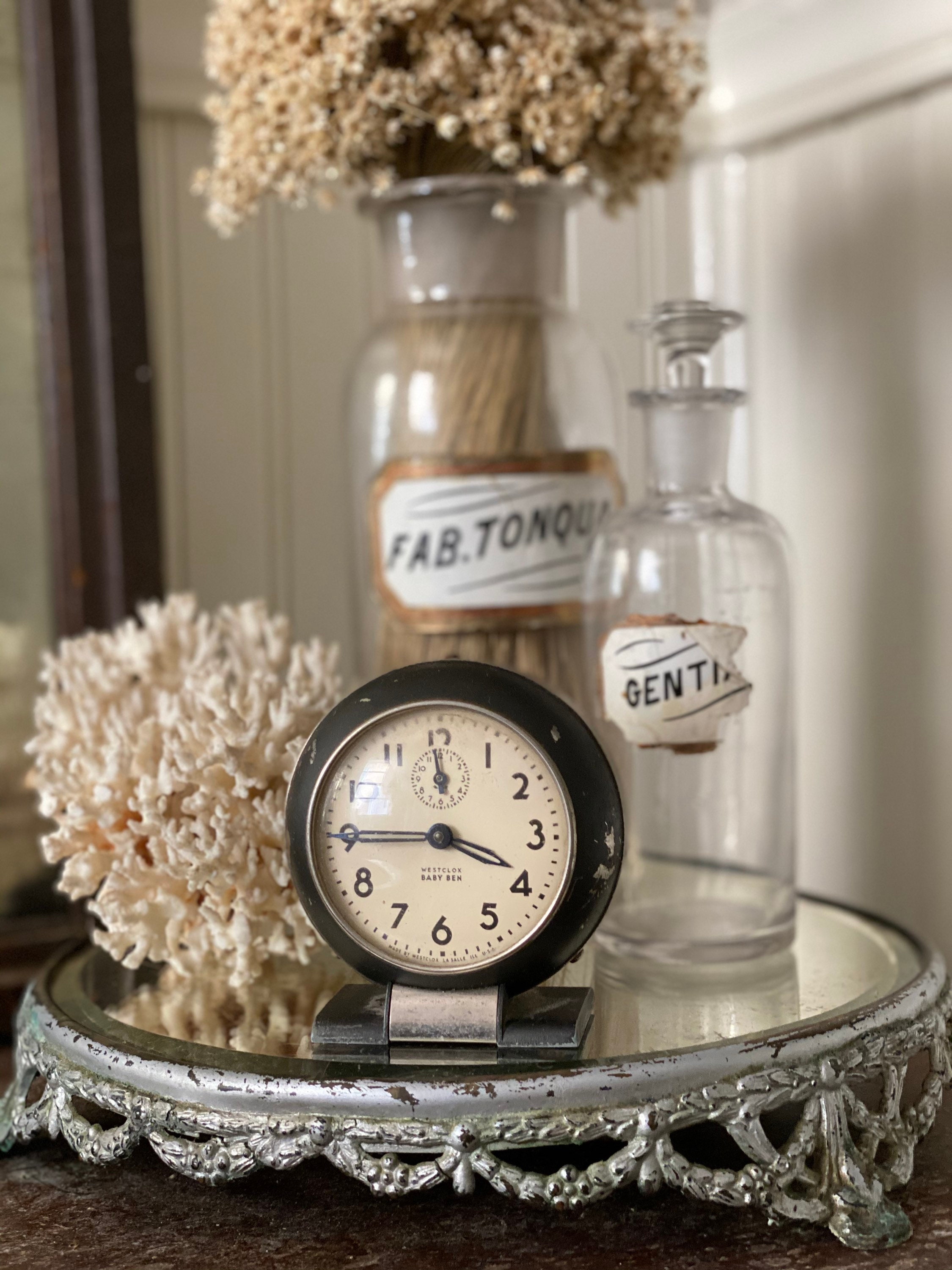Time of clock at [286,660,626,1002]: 3:44
